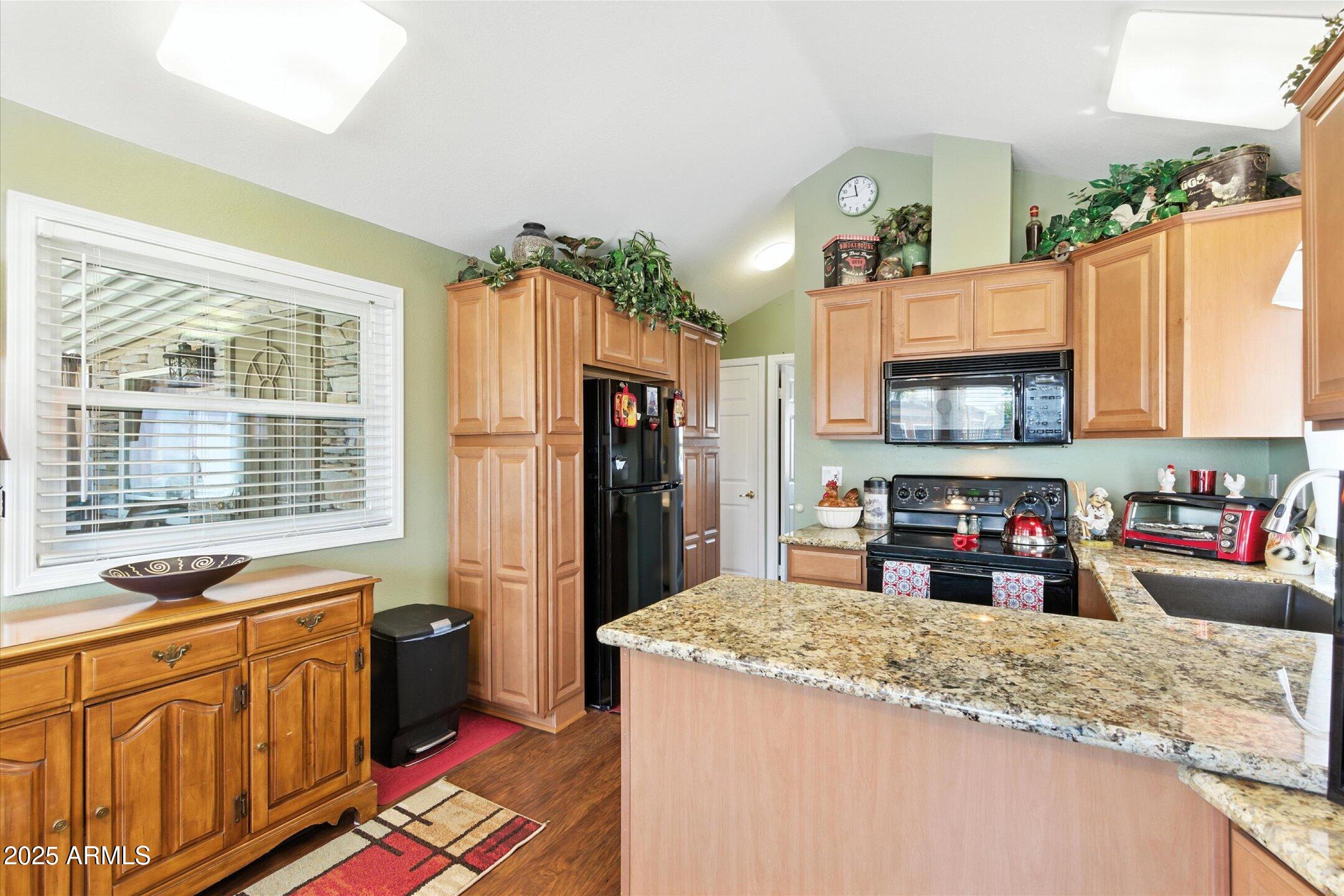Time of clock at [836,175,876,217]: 11:45
